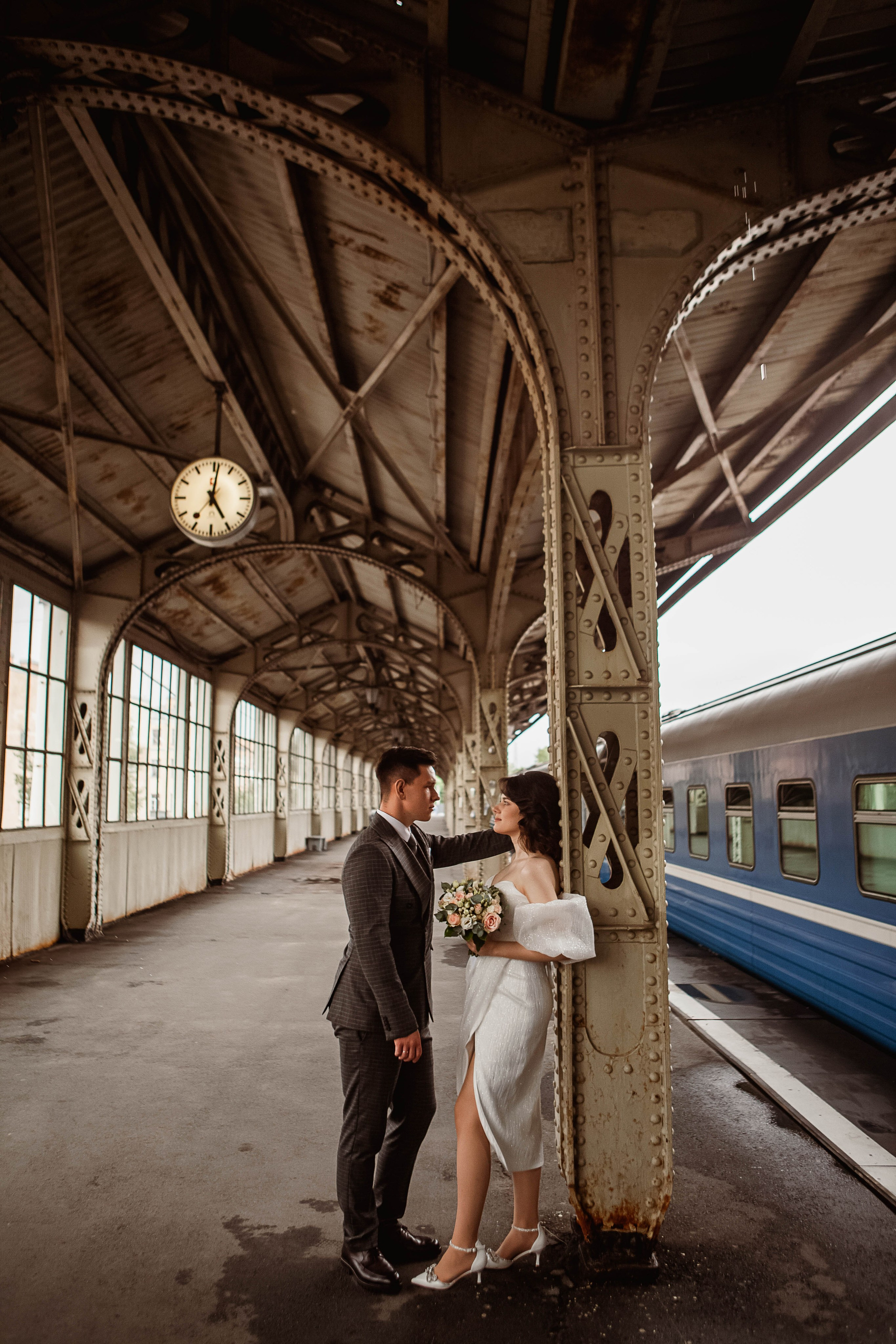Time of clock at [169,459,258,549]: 5:01
